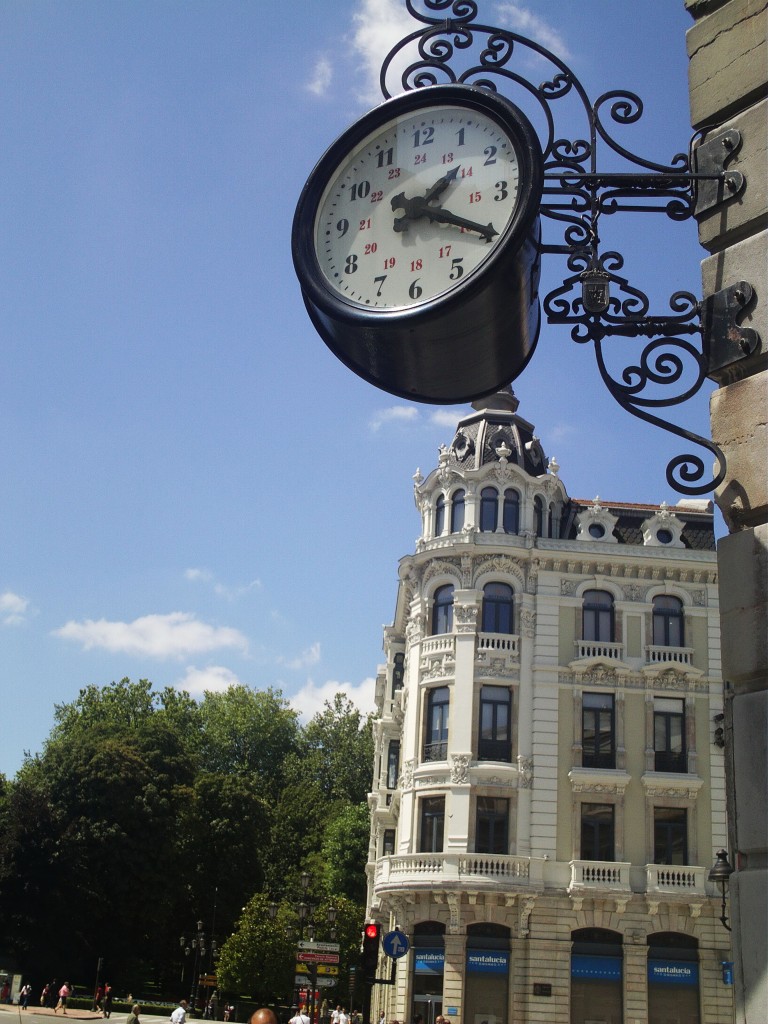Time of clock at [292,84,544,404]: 1:19
